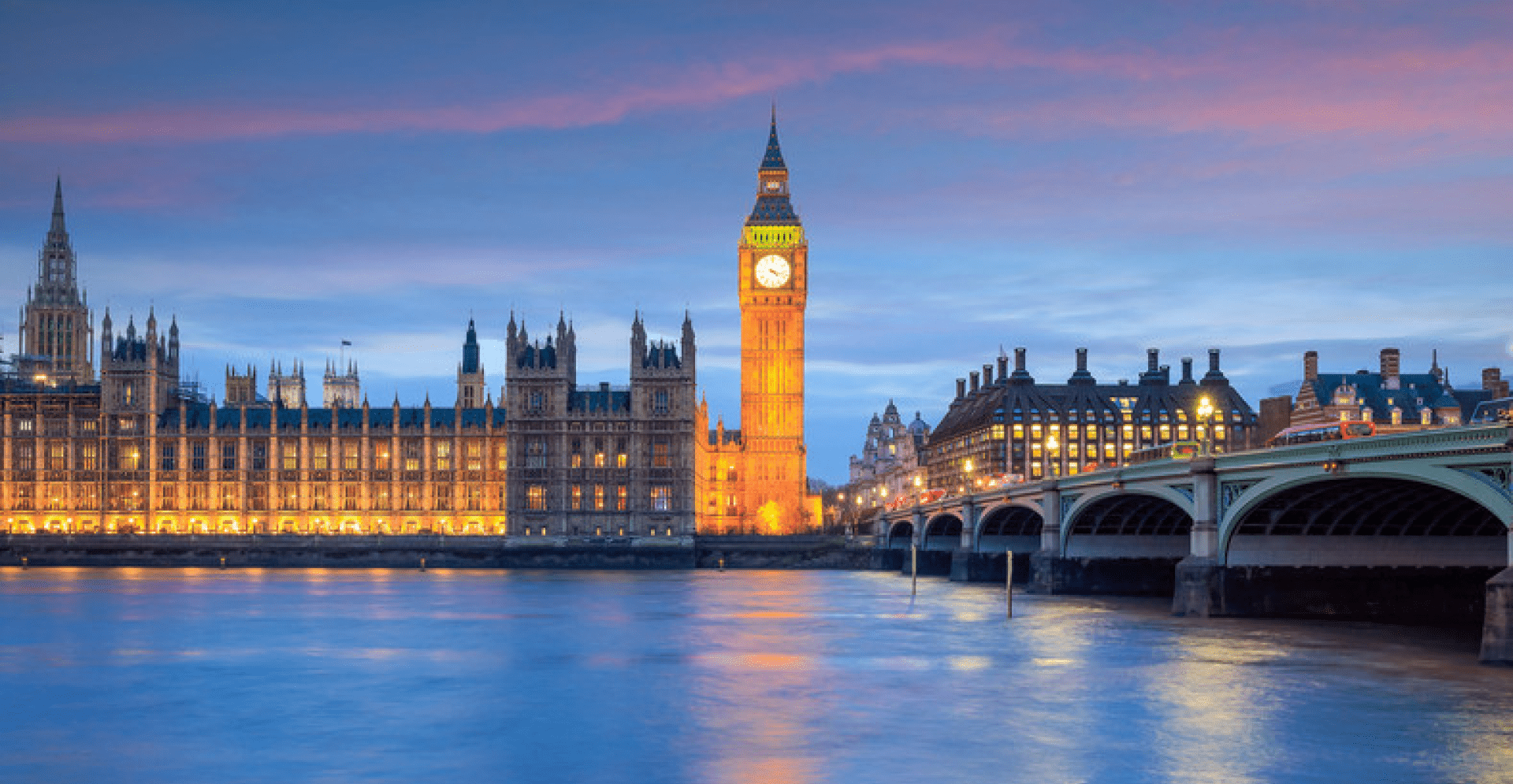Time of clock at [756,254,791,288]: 4:17
